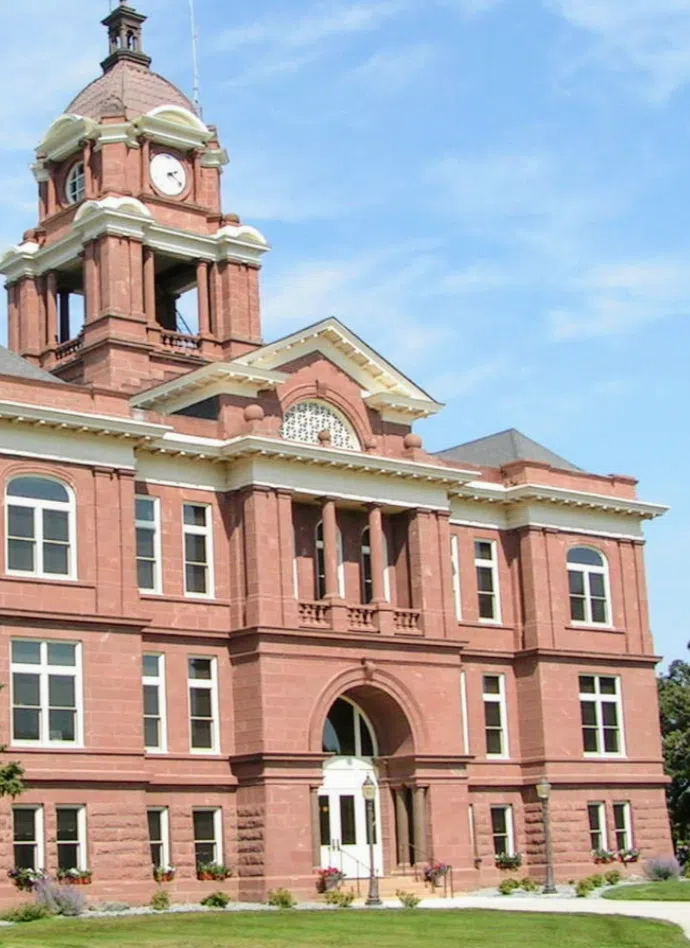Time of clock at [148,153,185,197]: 2:21
